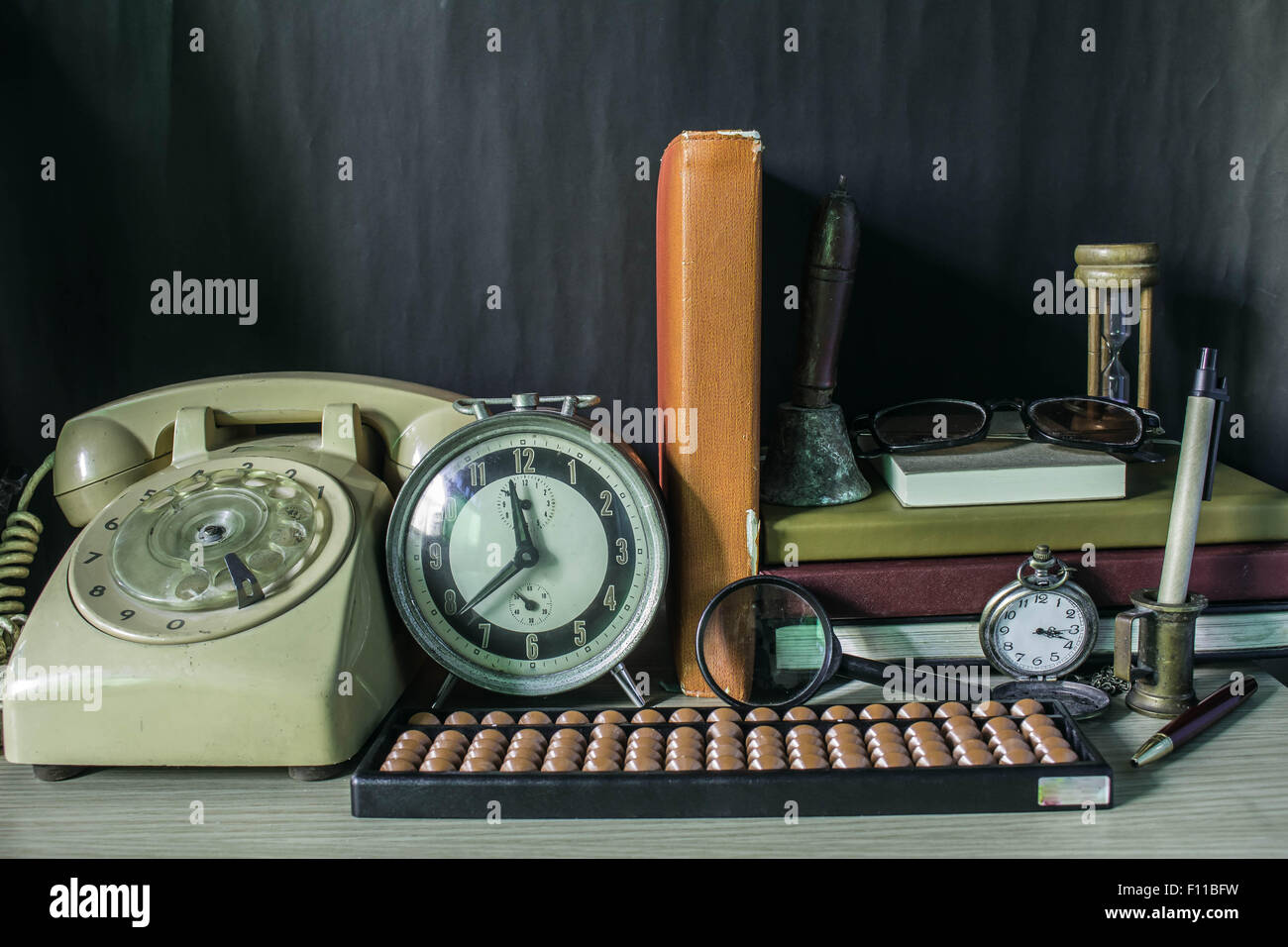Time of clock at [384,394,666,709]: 11:38
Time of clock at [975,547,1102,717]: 3:18
